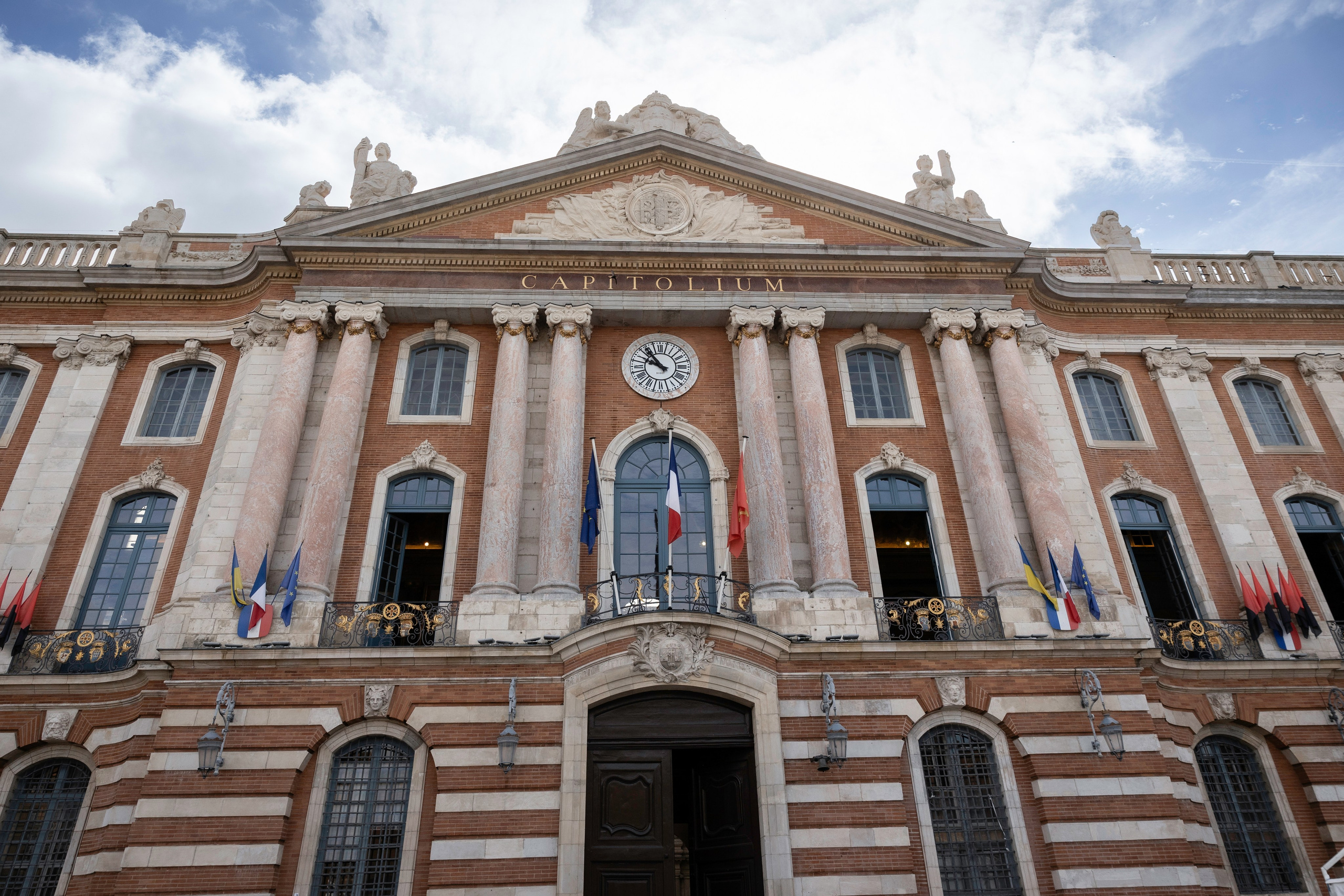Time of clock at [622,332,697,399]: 9:53
